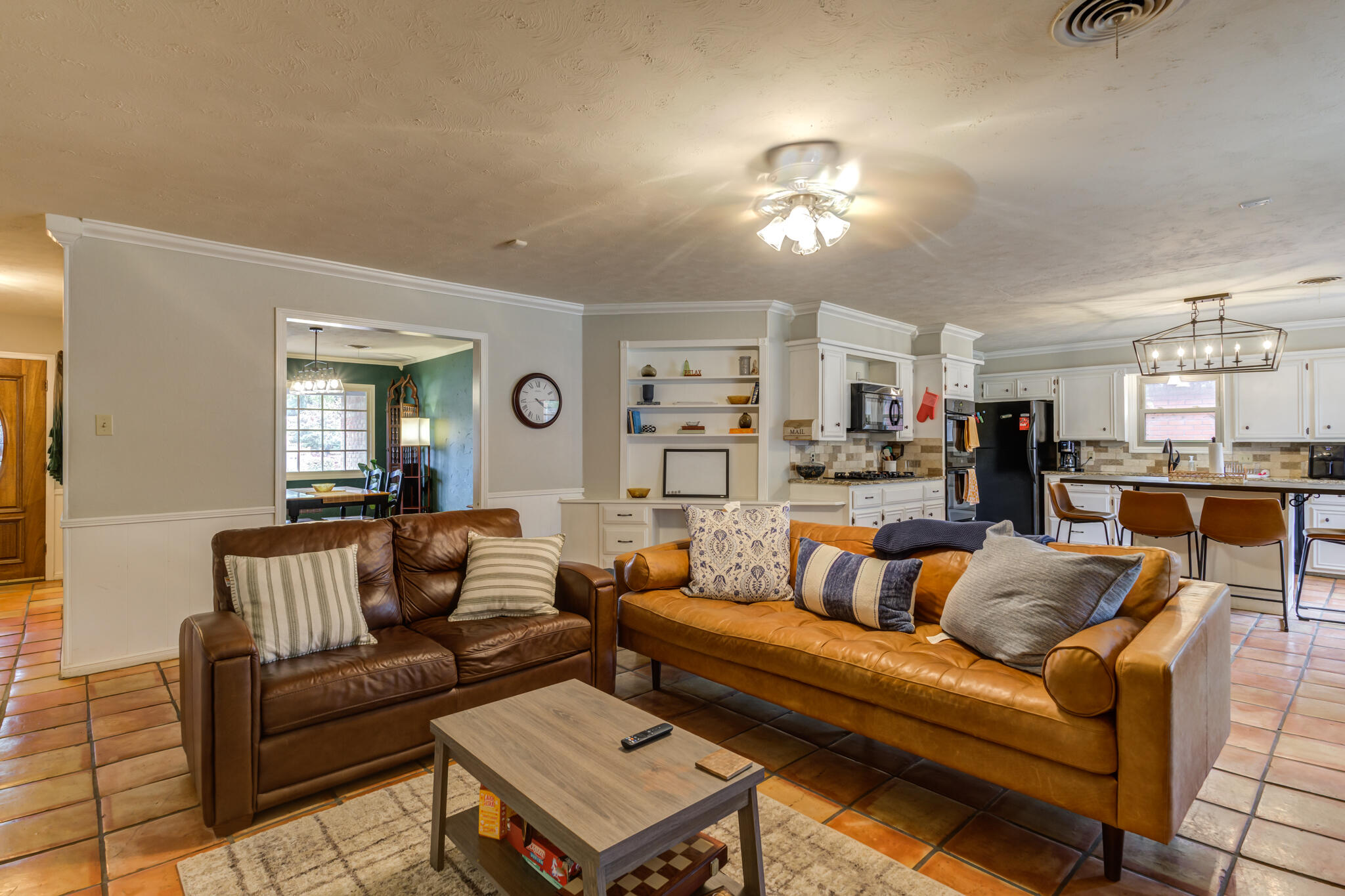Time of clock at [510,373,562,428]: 4:14
